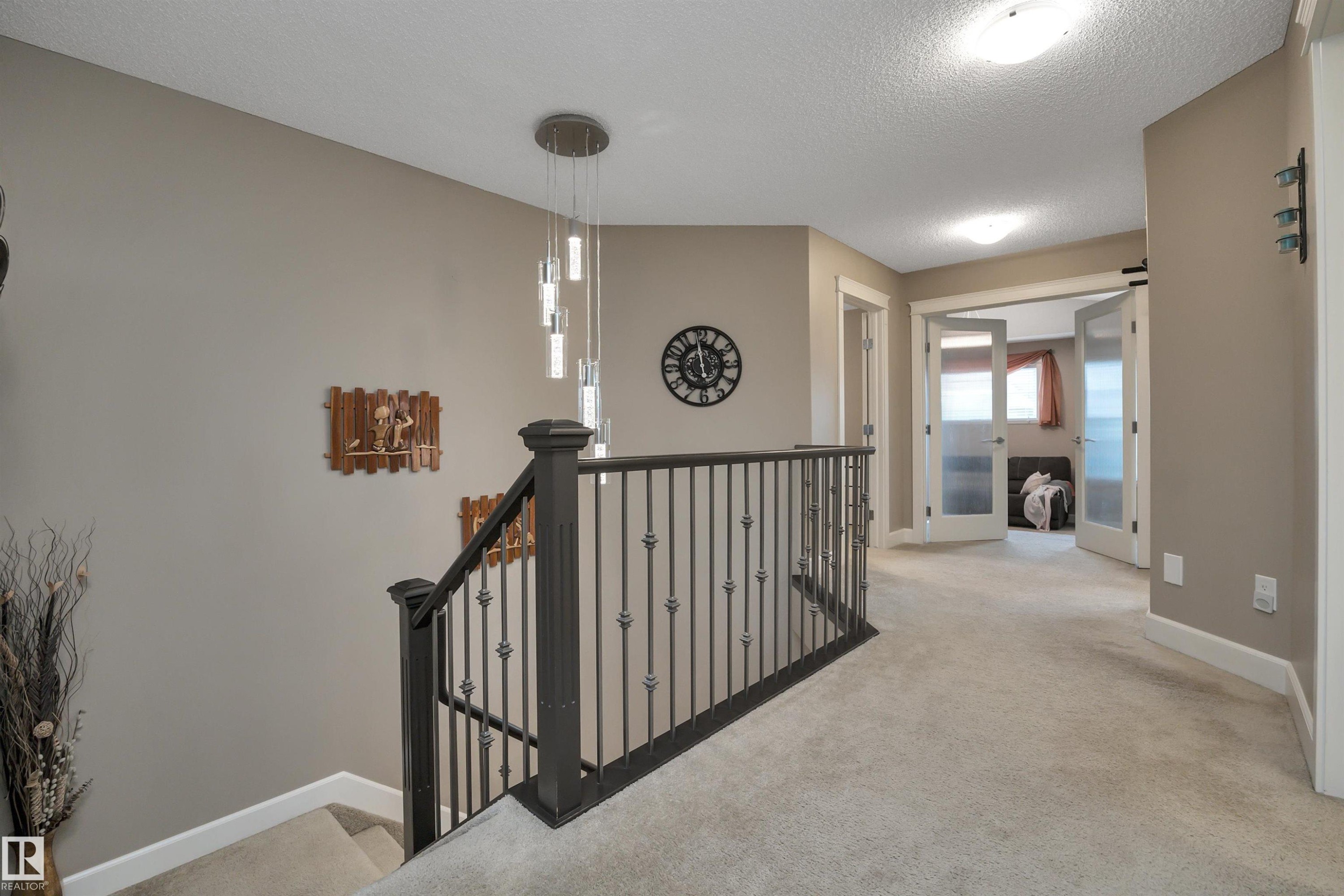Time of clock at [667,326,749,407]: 5:59
